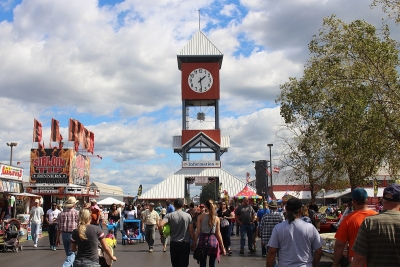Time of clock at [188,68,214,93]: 1:28
